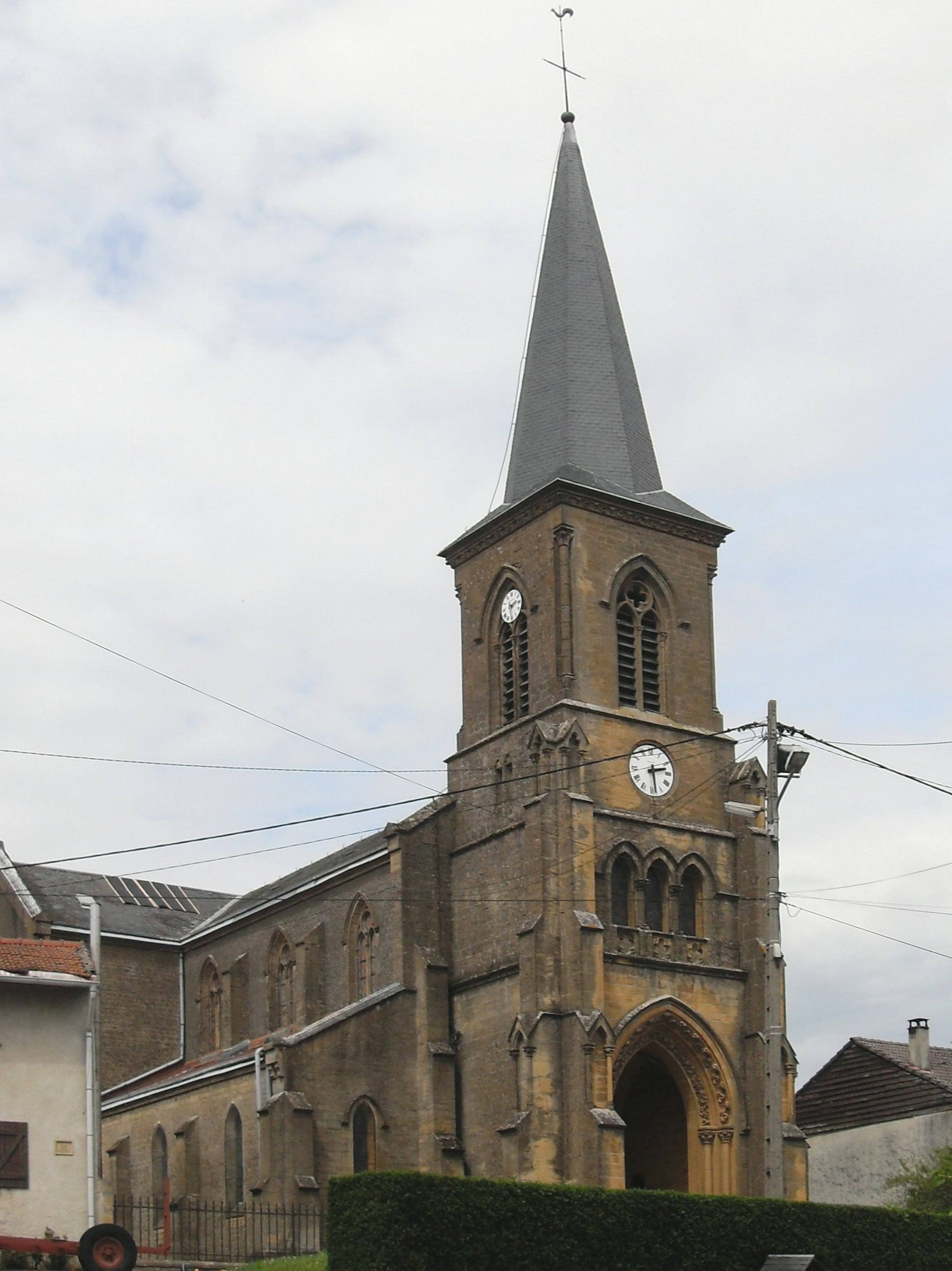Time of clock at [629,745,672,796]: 2:28
